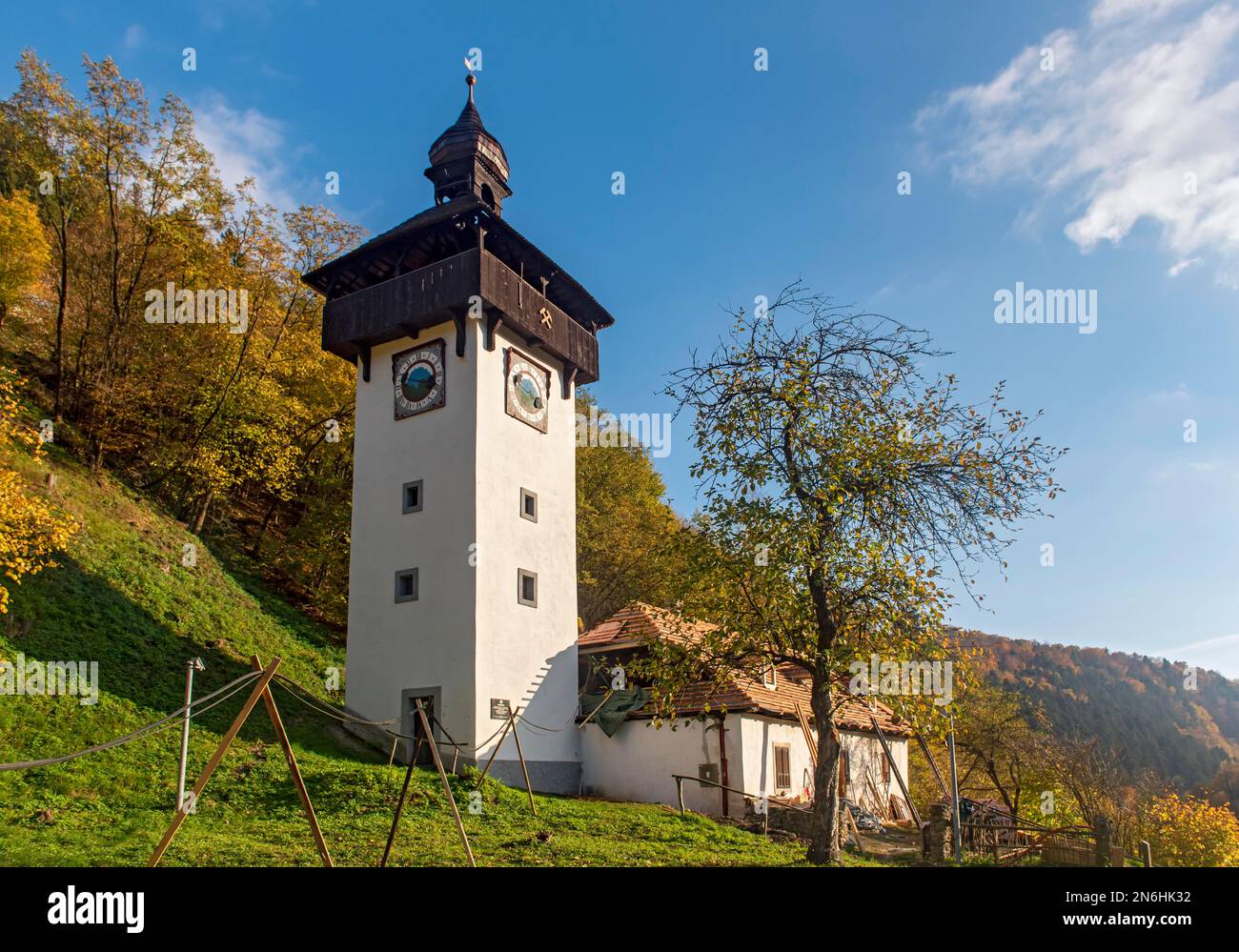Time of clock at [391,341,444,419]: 3:47
